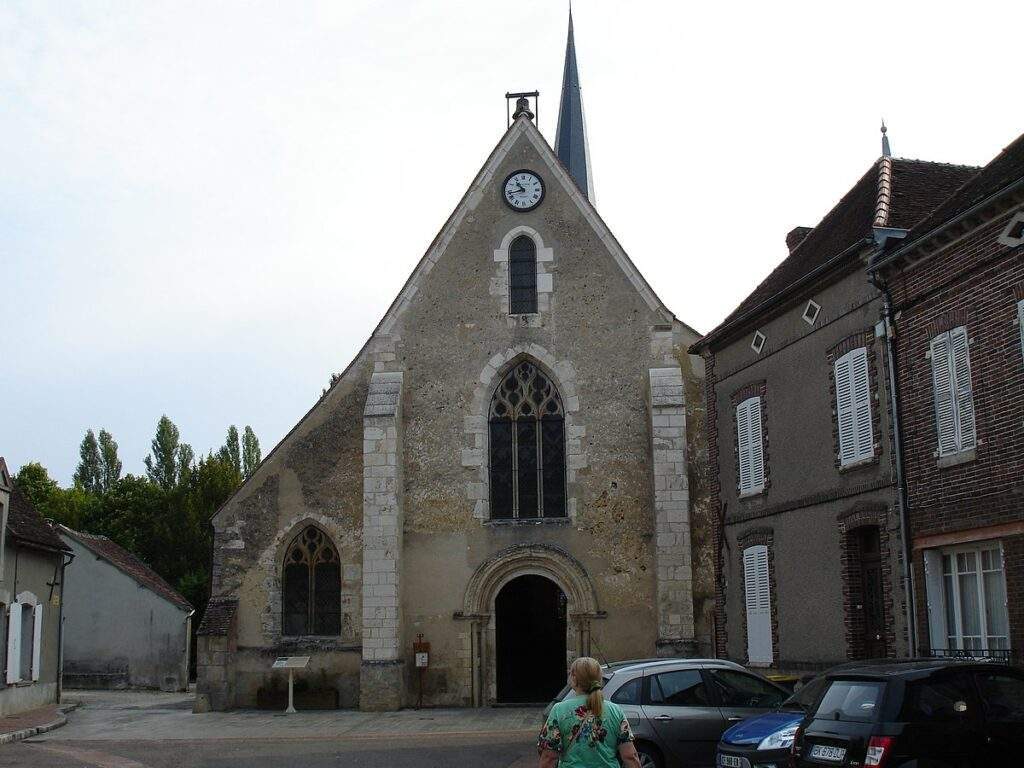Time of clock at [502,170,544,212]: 10:42
